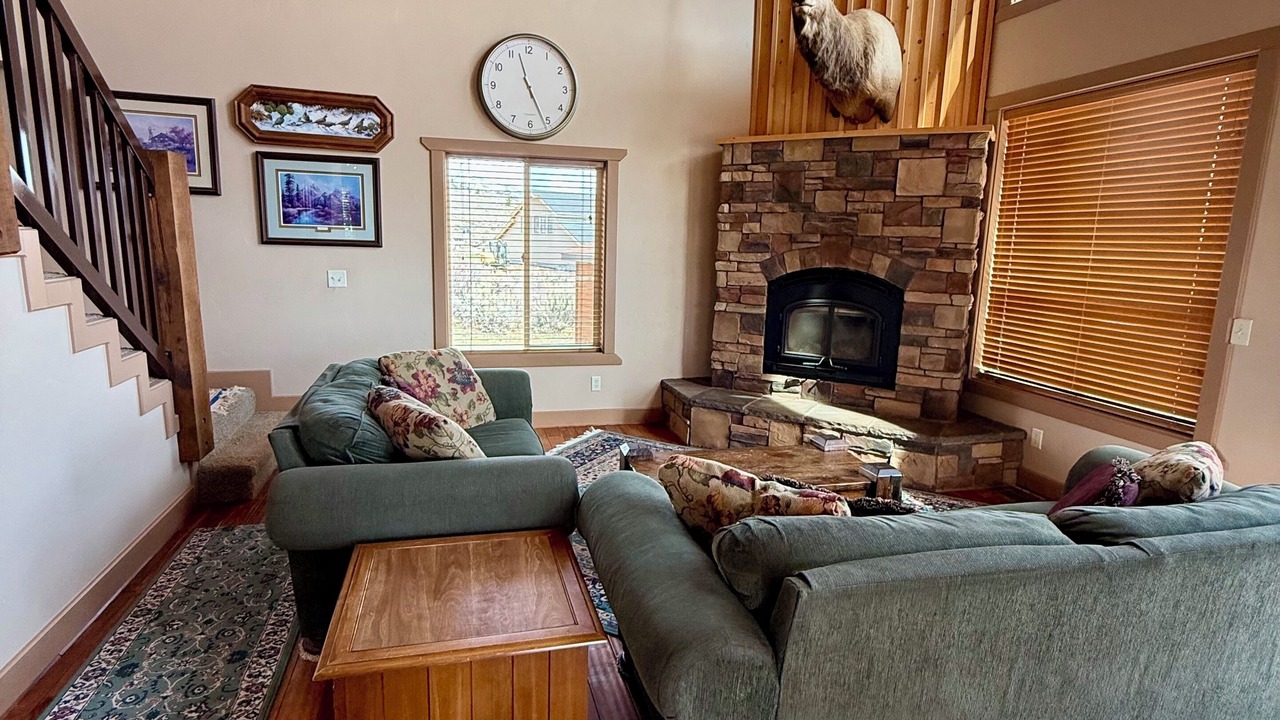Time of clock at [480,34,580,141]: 11:25
